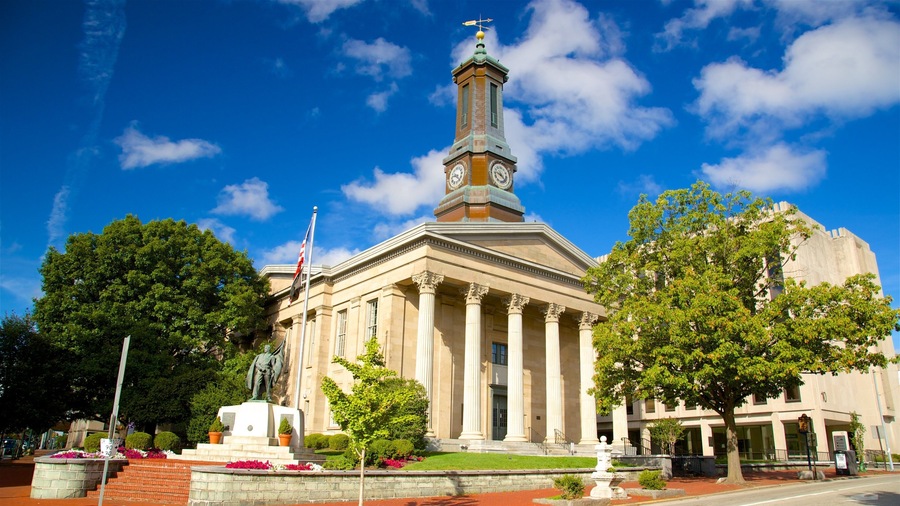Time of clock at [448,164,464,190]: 9:22
